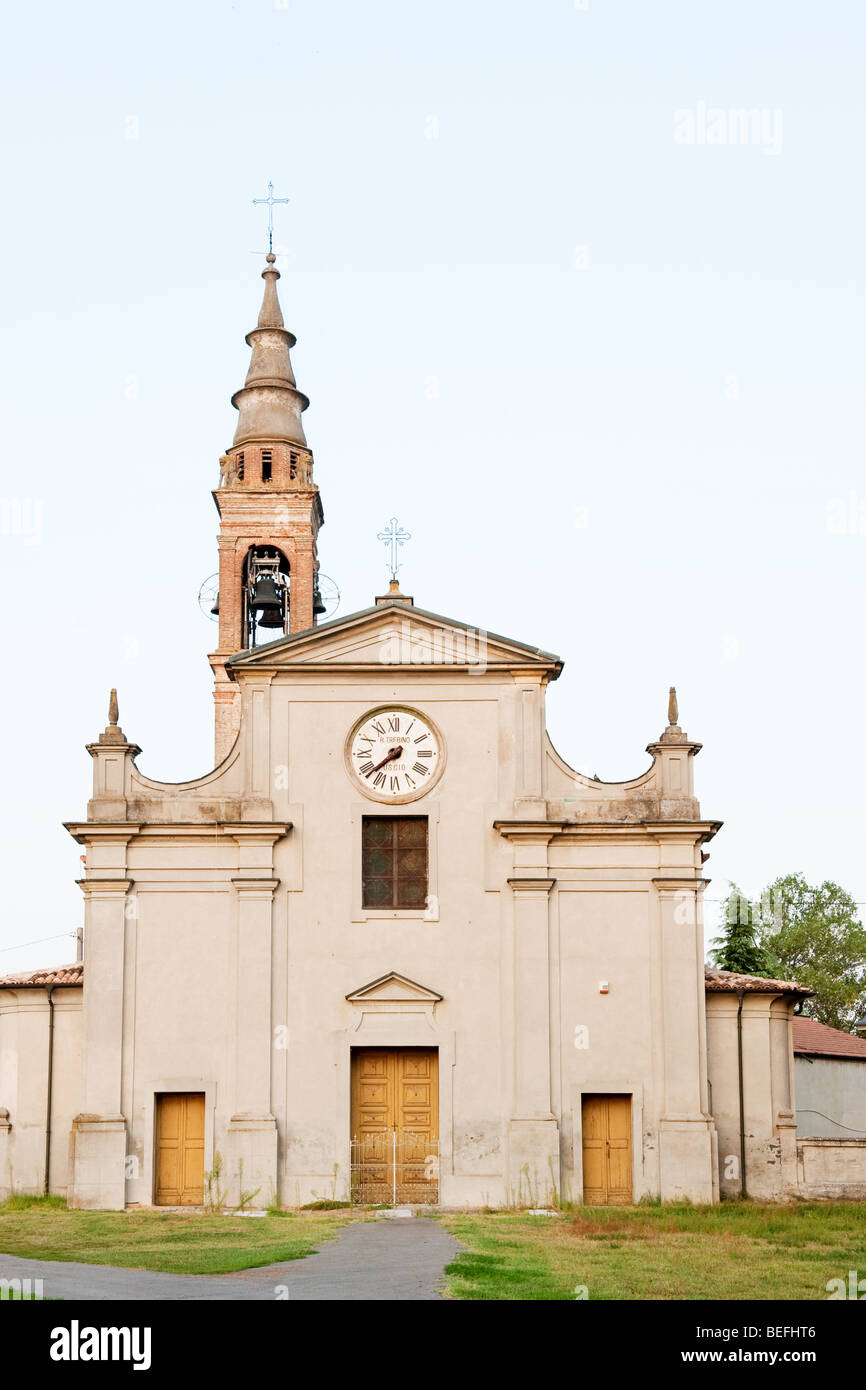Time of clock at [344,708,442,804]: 7:37
